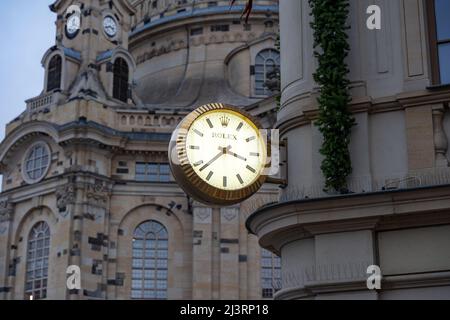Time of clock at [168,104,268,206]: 3:37
